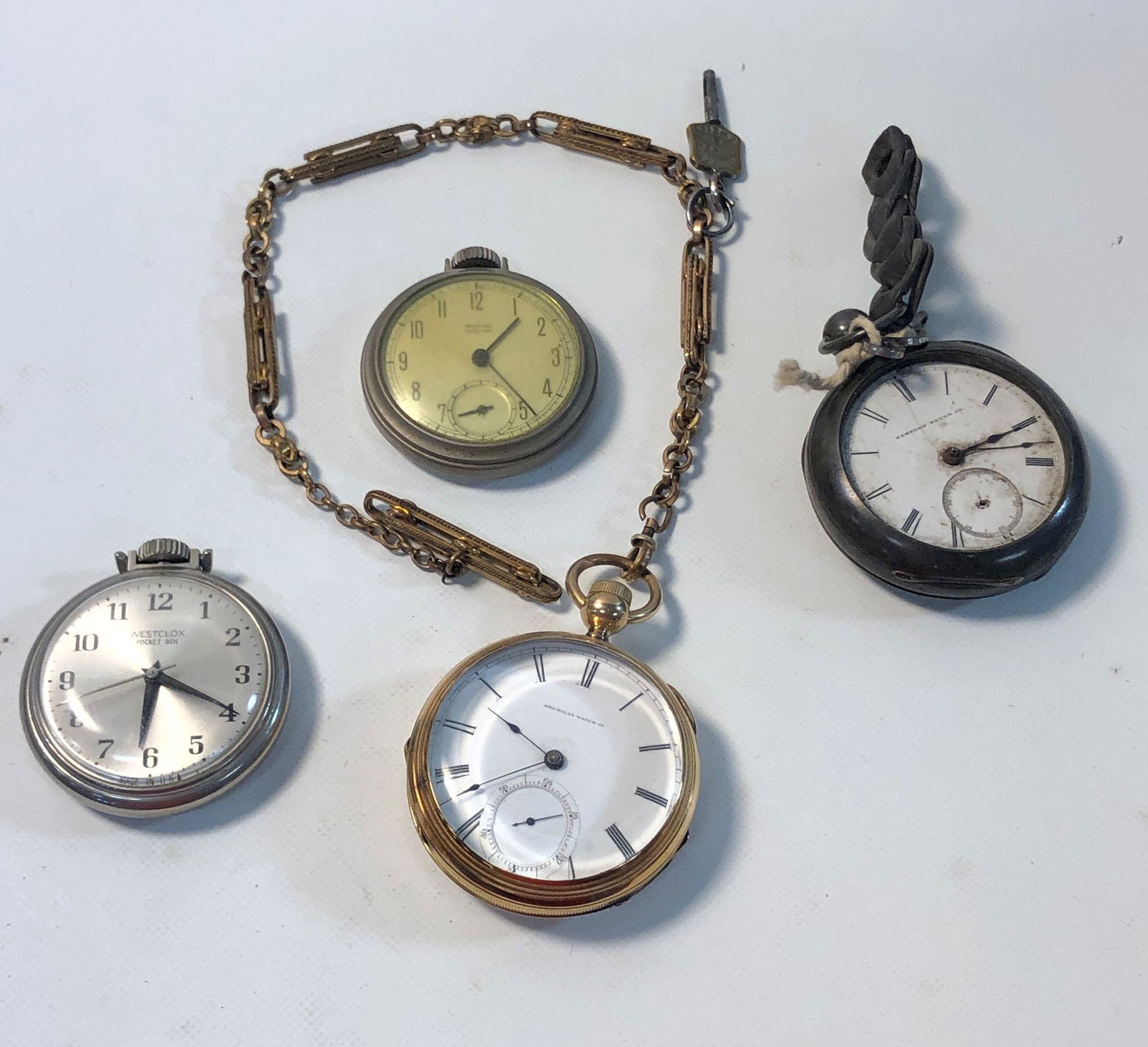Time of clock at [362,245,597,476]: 1:23
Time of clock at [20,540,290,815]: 6:19
